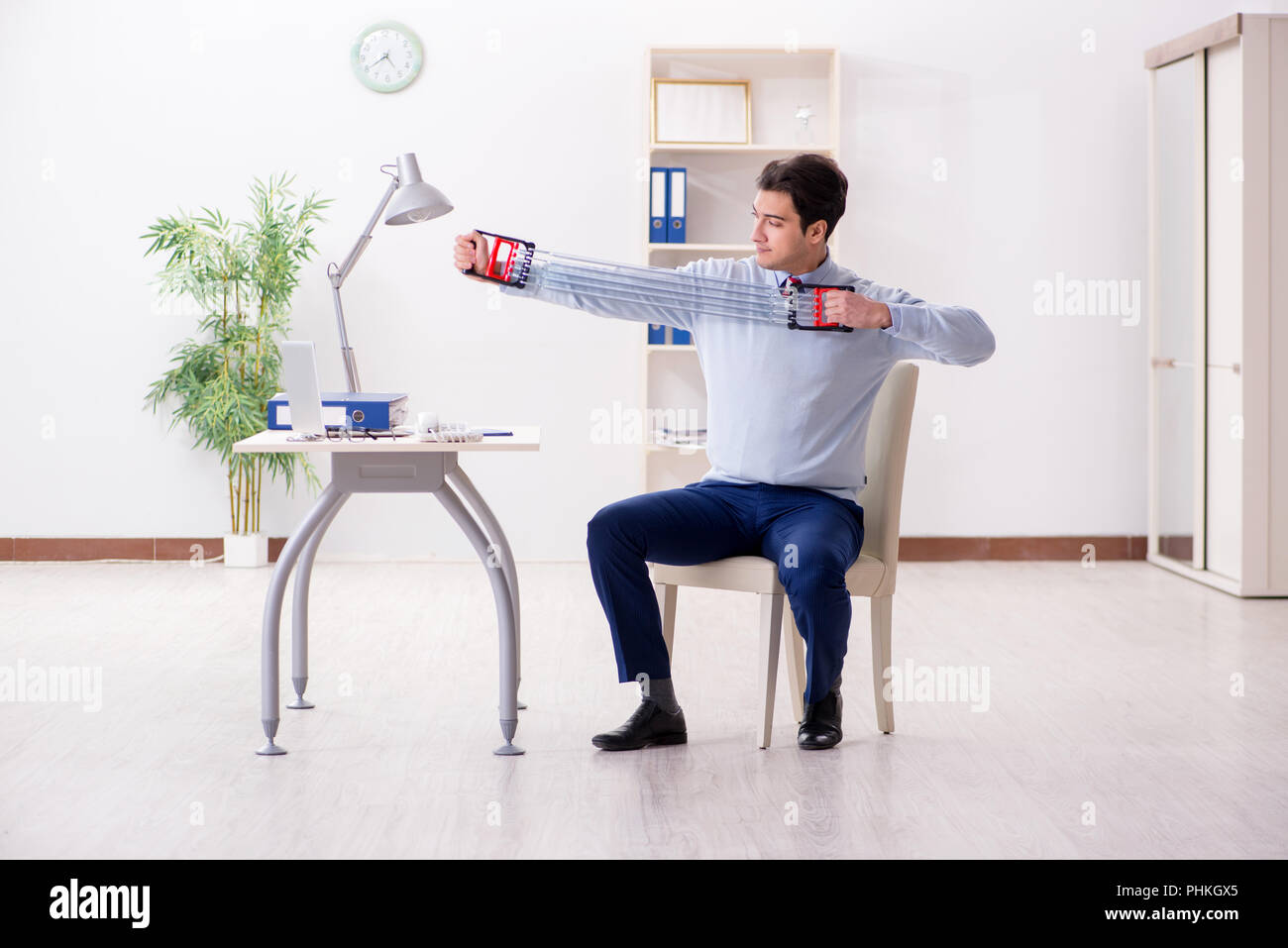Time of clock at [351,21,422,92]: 4:40
